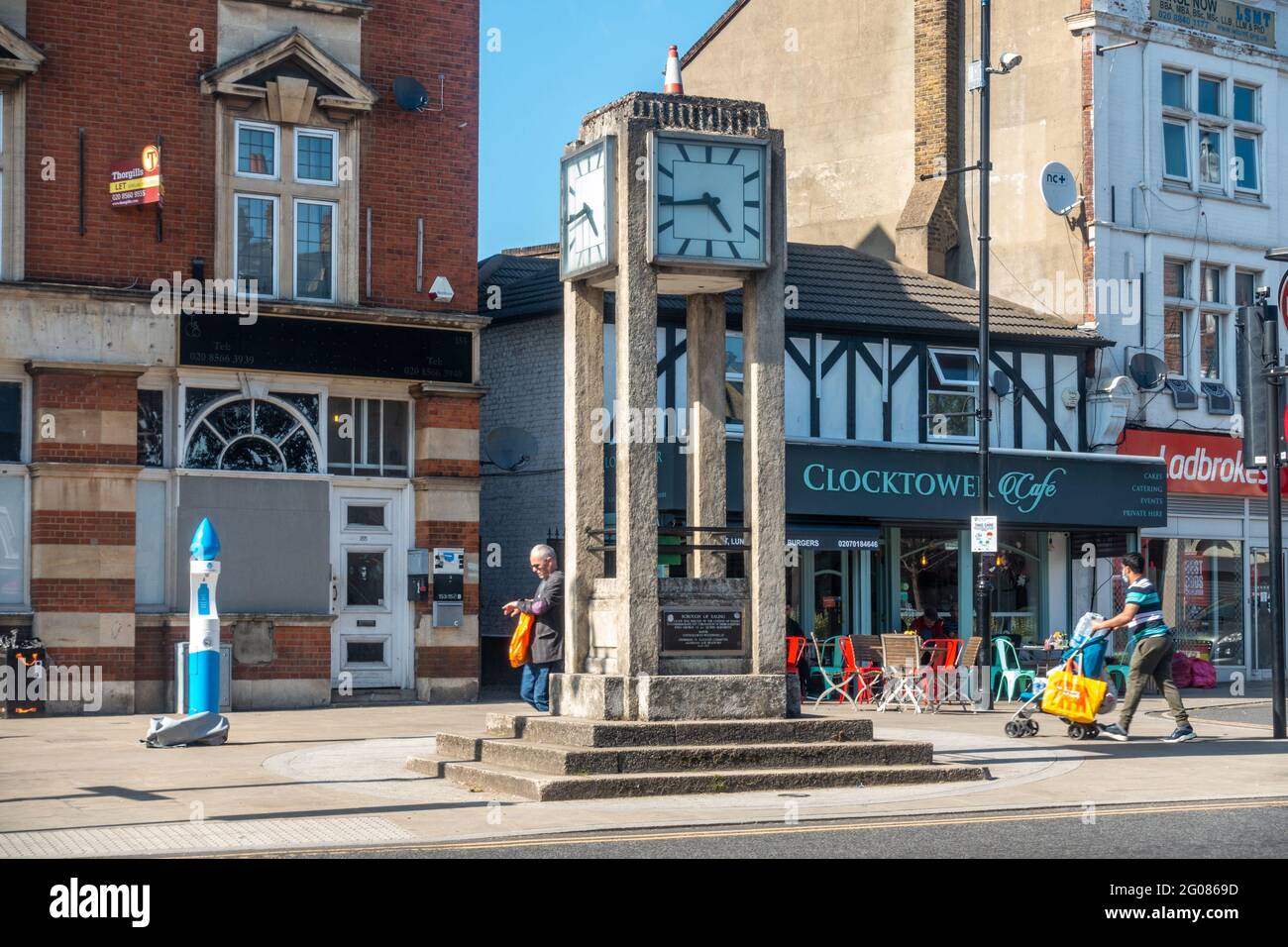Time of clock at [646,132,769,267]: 4:43
